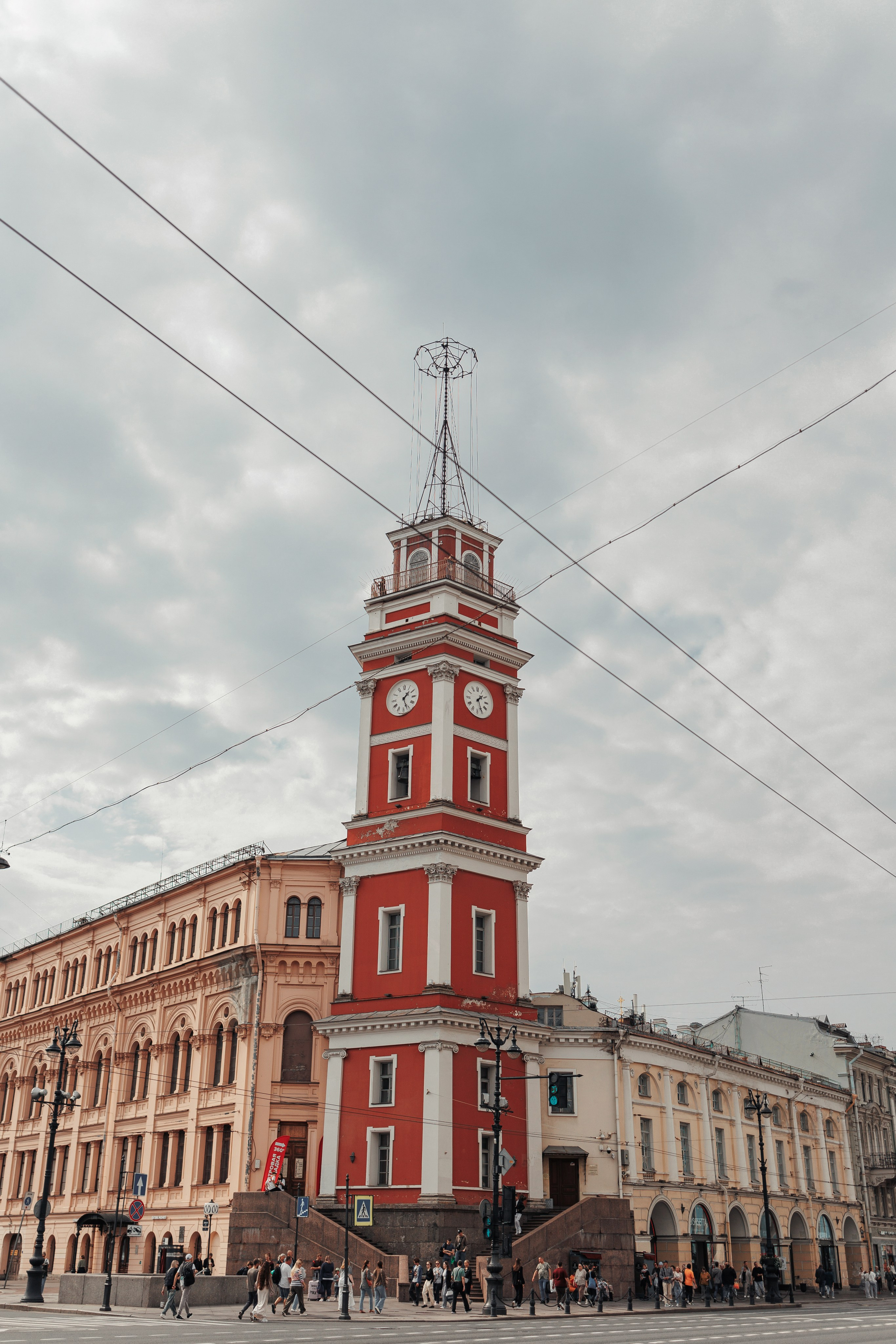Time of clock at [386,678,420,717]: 1:26
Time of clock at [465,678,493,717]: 1:25
